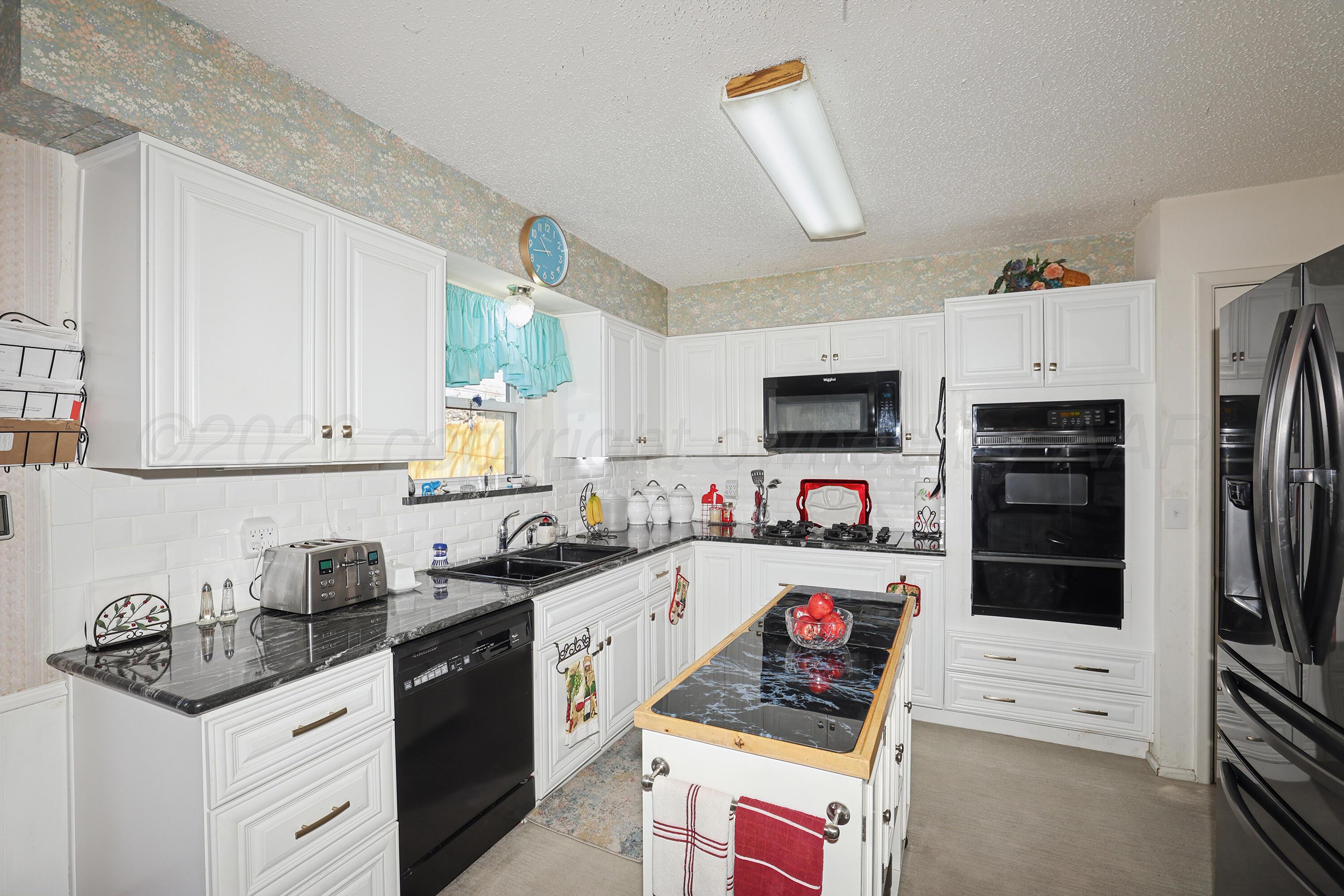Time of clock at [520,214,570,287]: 10:42
